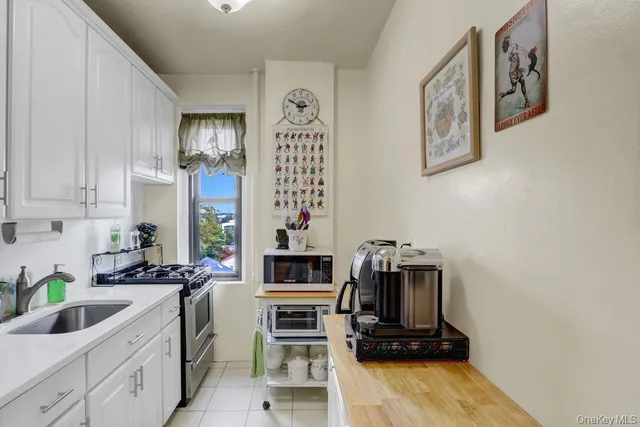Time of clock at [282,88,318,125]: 2:50
